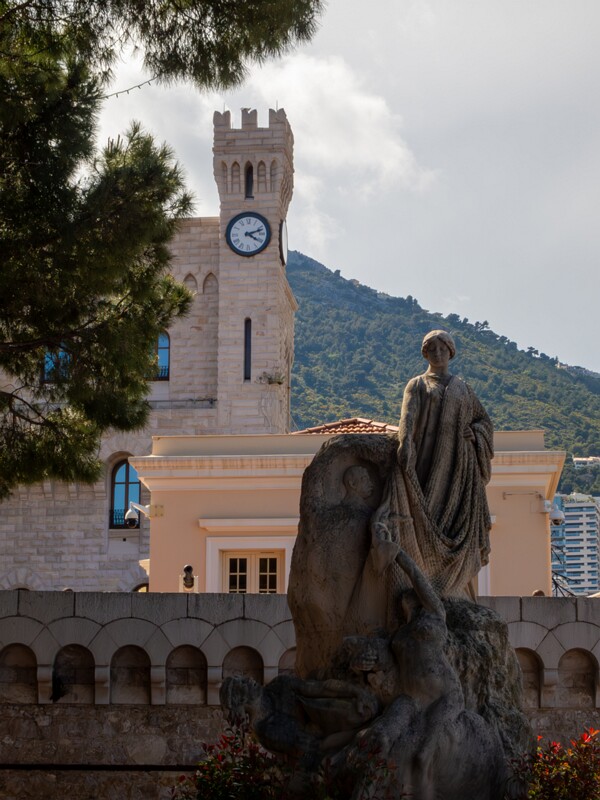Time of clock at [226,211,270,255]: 4:11
